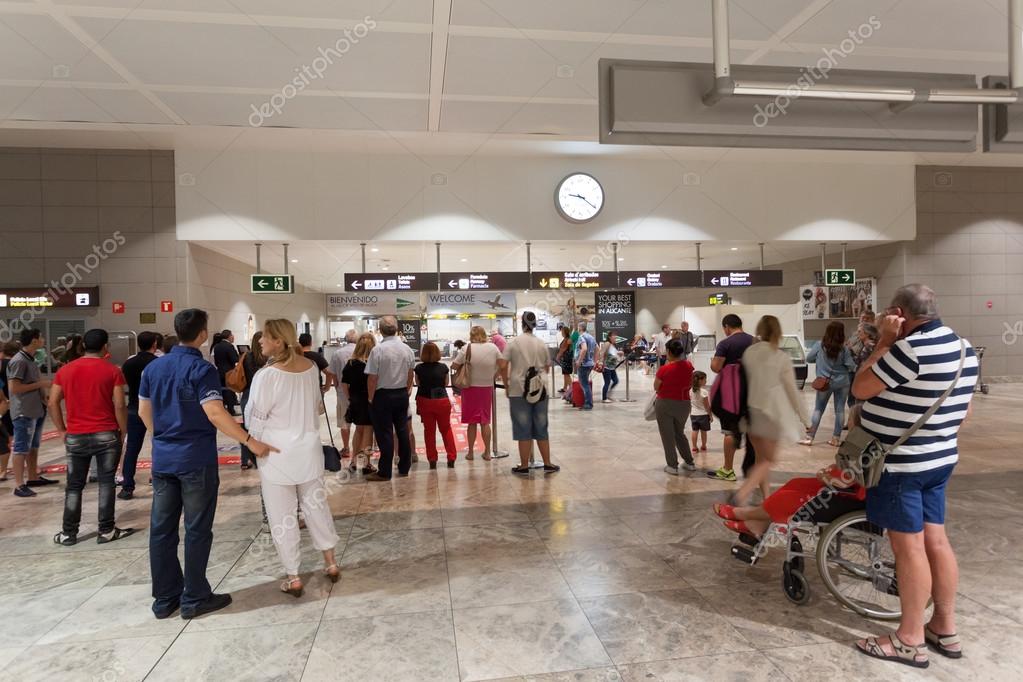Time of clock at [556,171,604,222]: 9:20
